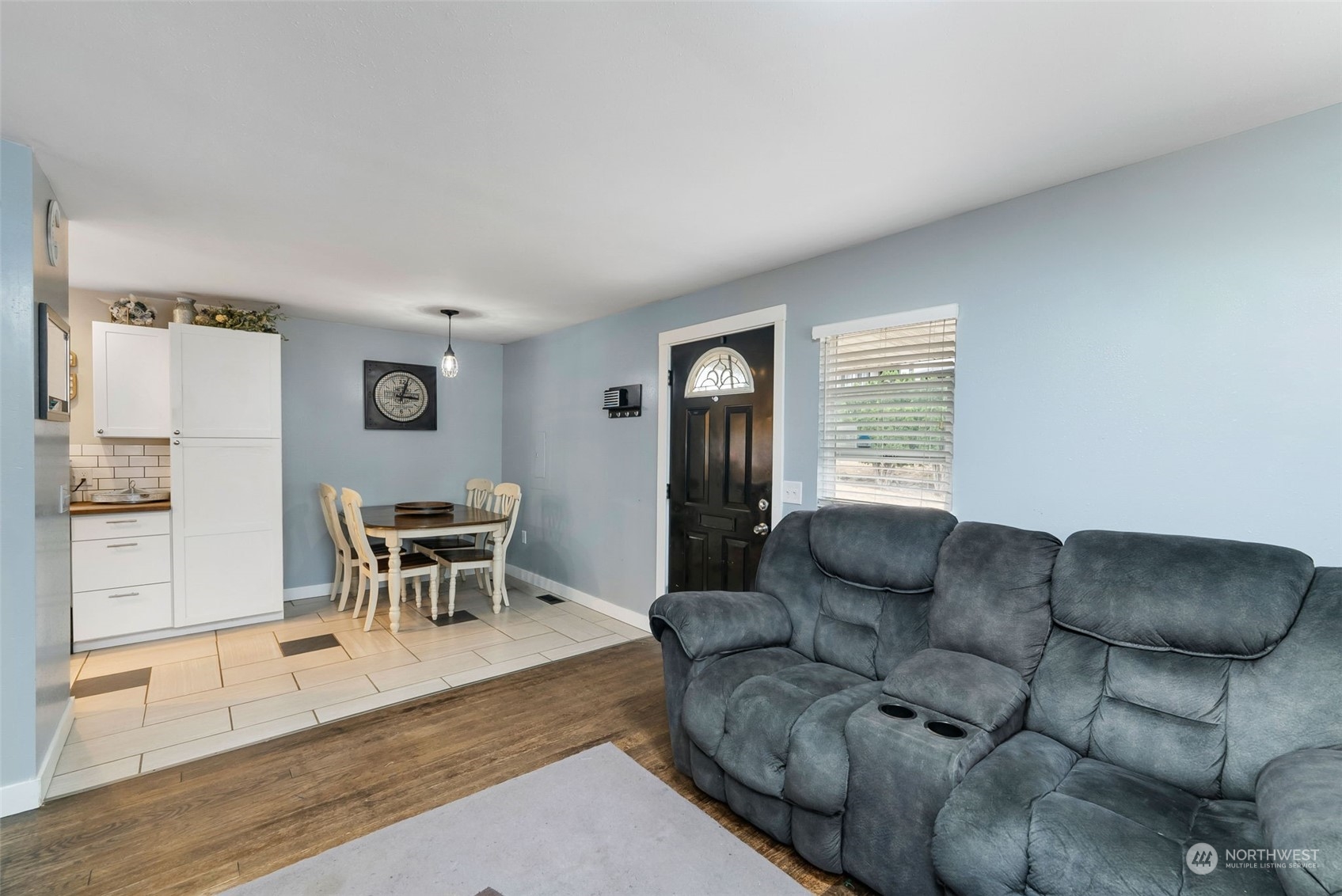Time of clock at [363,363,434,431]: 3:03
